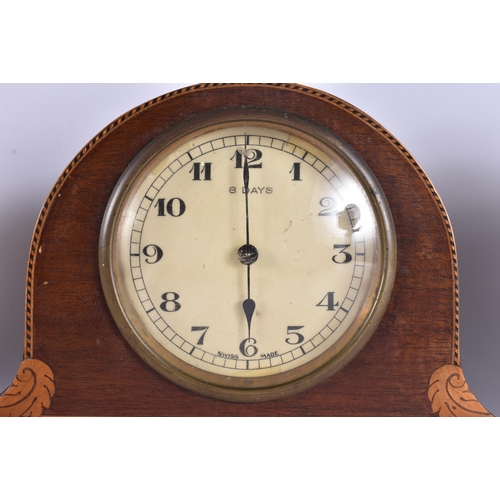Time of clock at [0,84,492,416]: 5:59
